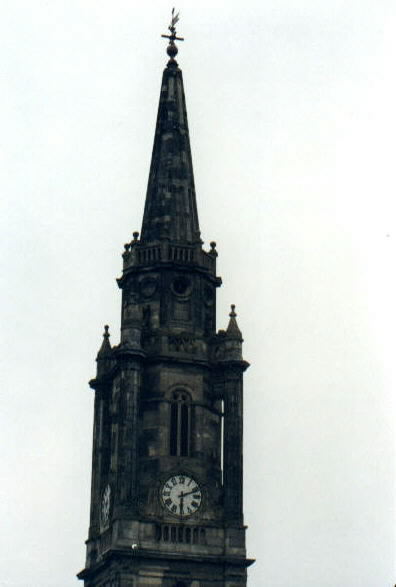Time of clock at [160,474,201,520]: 6:11
